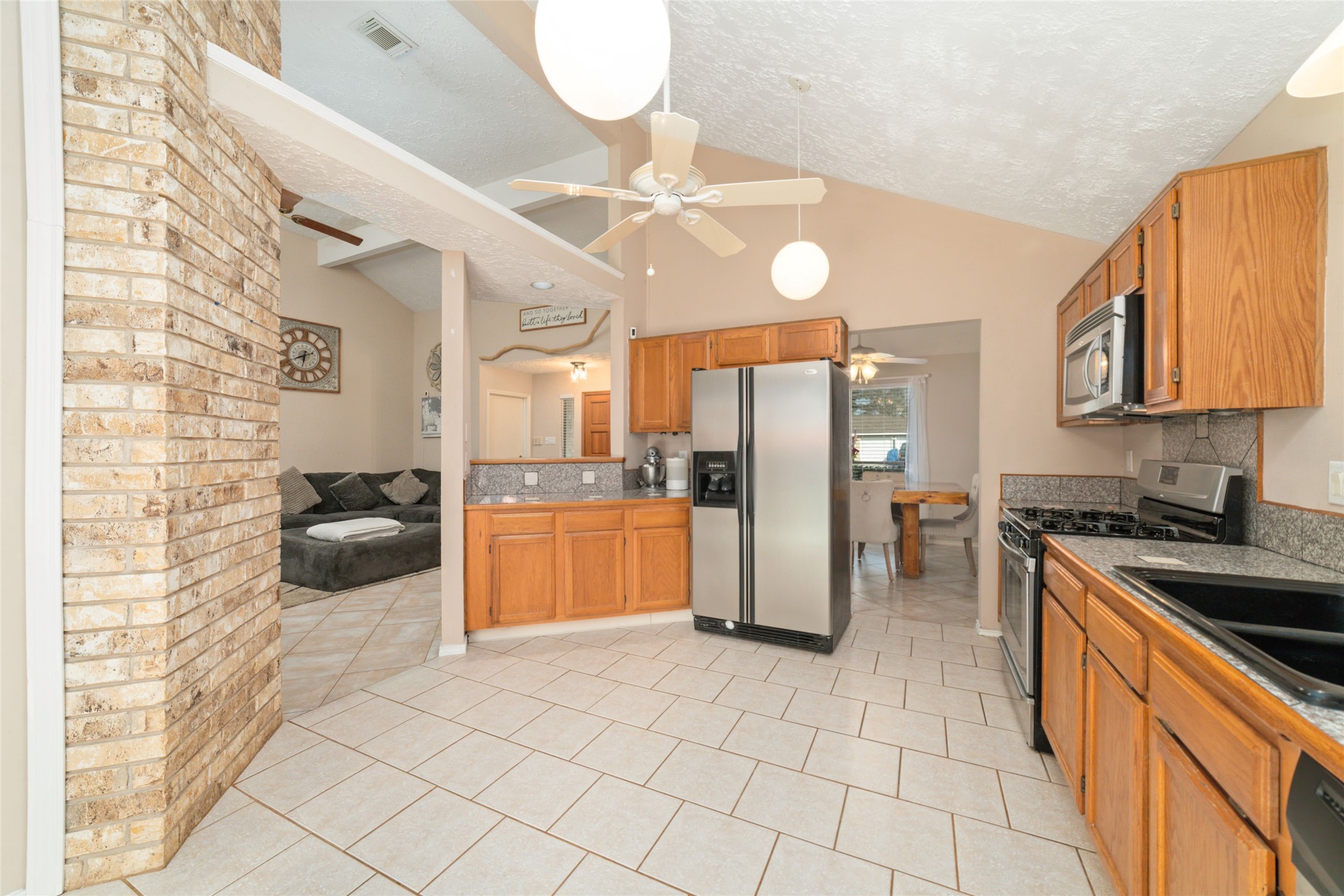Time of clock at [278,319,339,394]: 6:40
